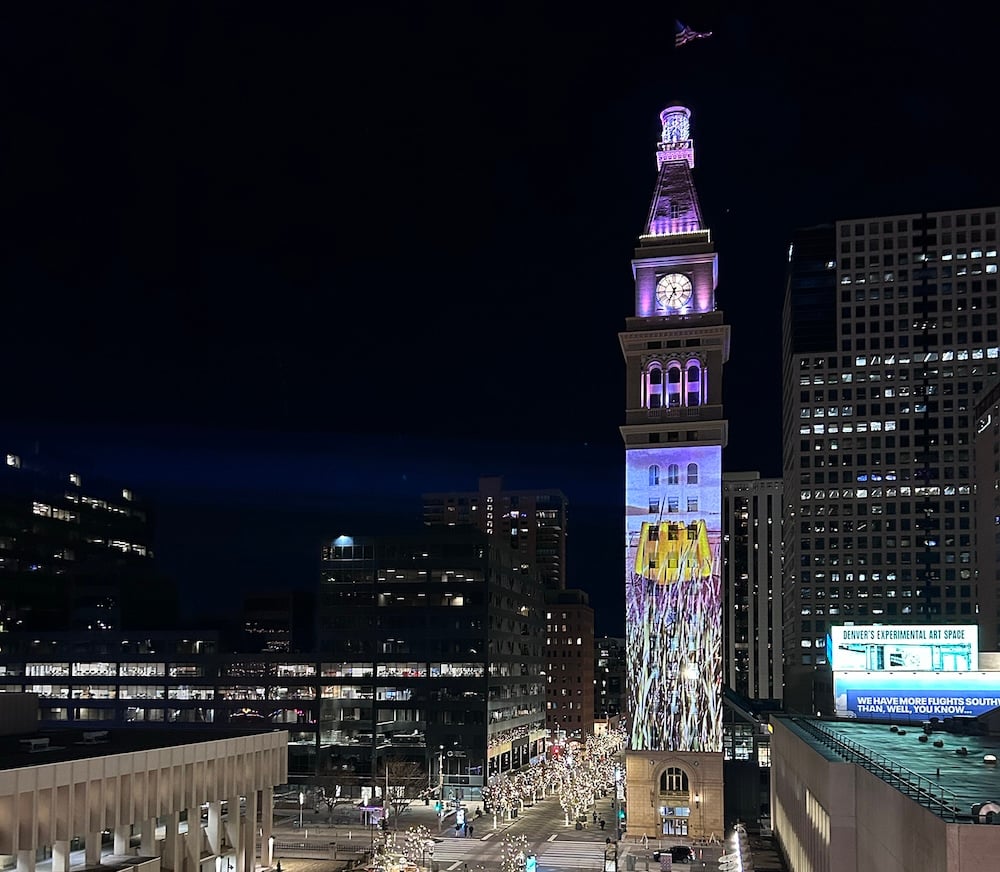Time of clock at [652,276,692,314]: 6:56
